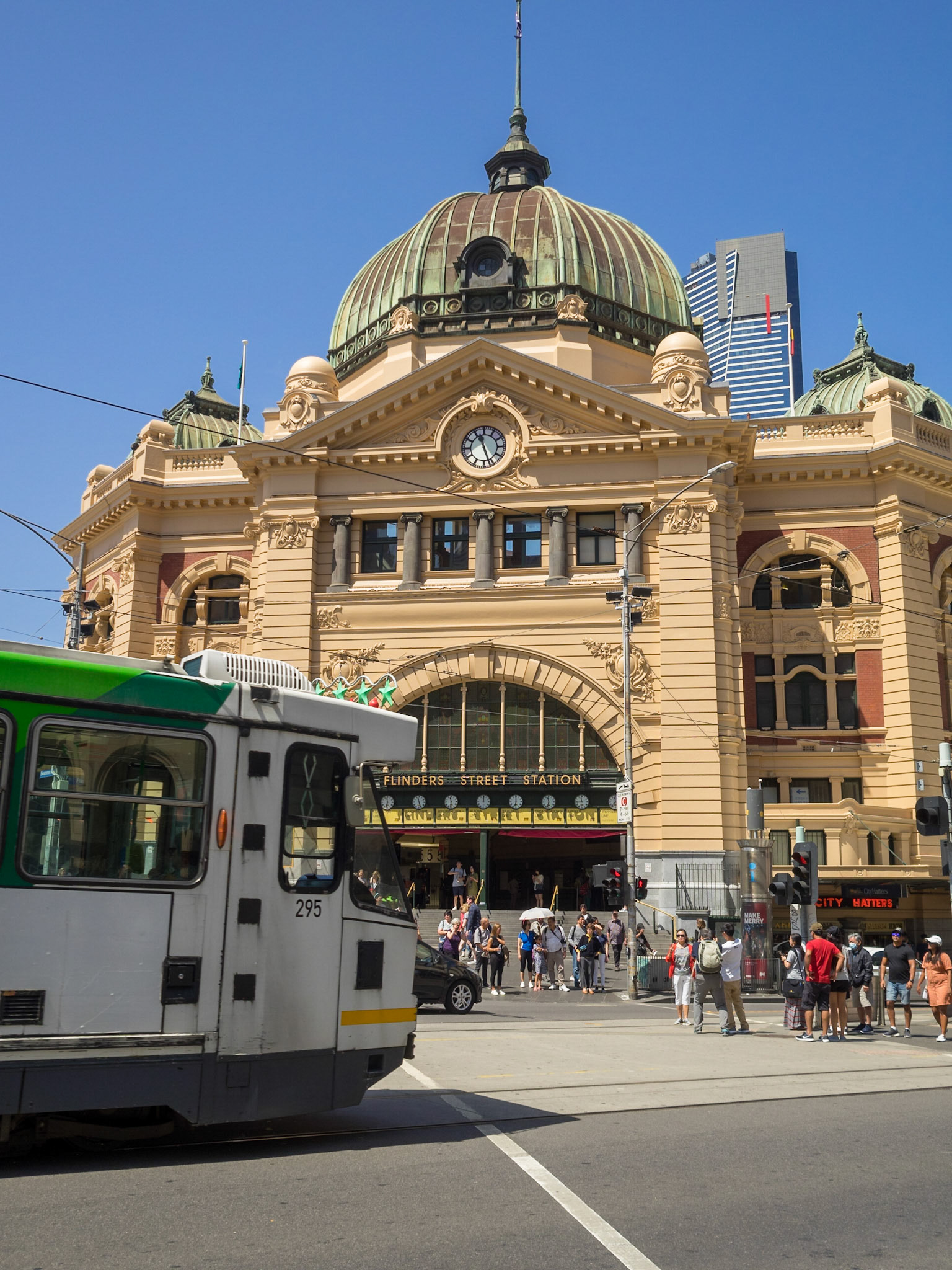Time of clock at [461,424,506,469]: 11:26
